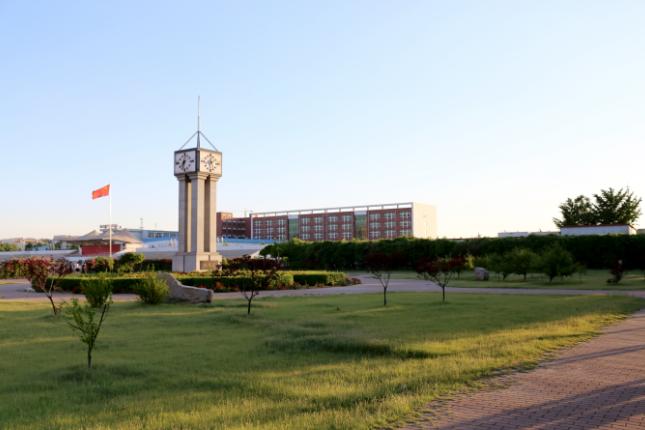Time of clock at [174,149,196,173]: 7:32
